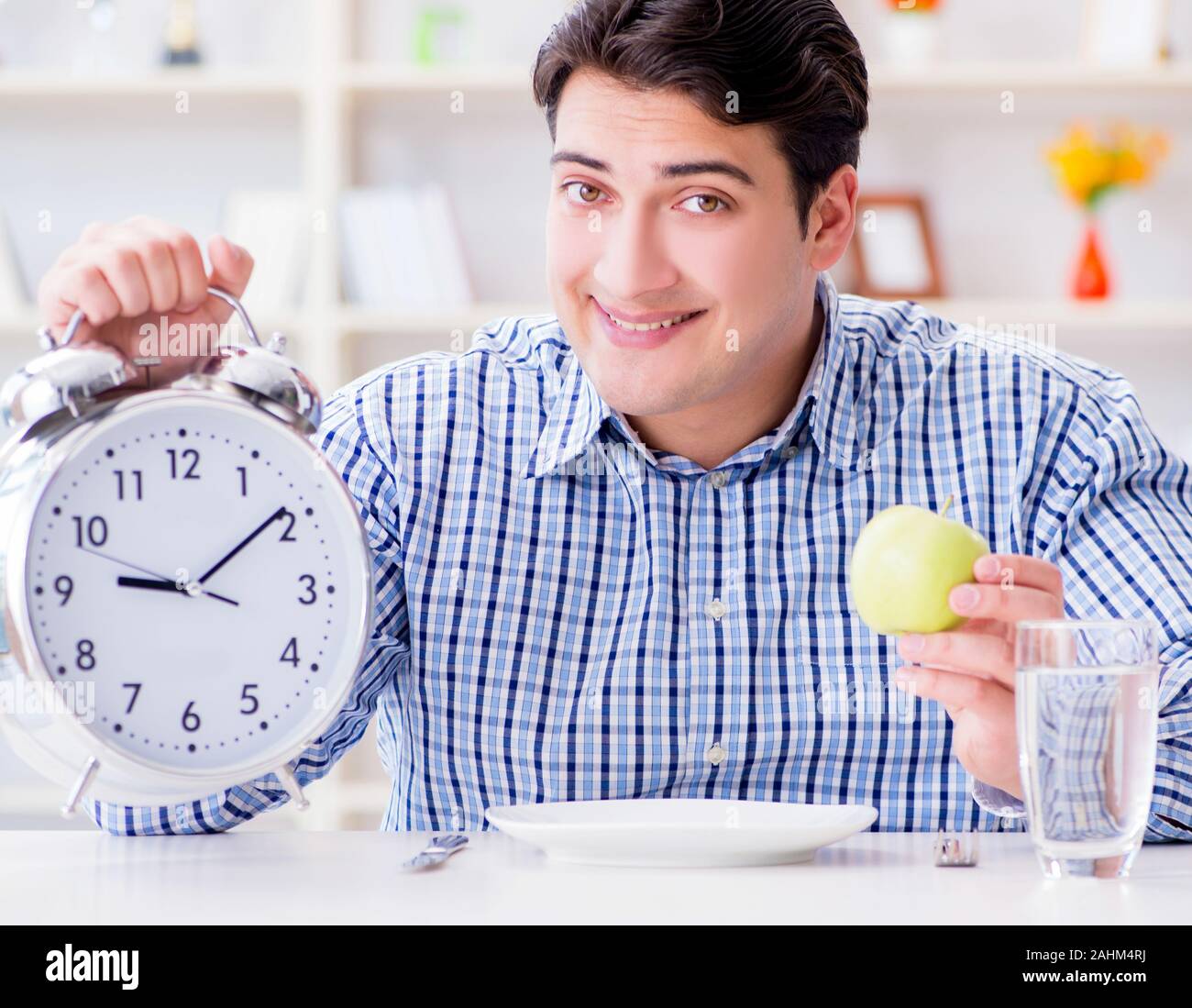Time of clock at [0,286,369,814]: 9:09
